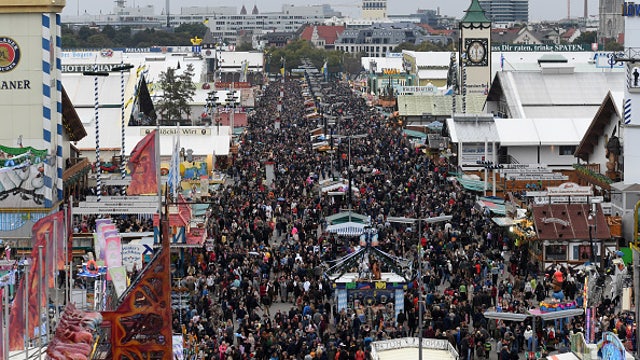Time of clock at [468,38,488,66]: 12:28
